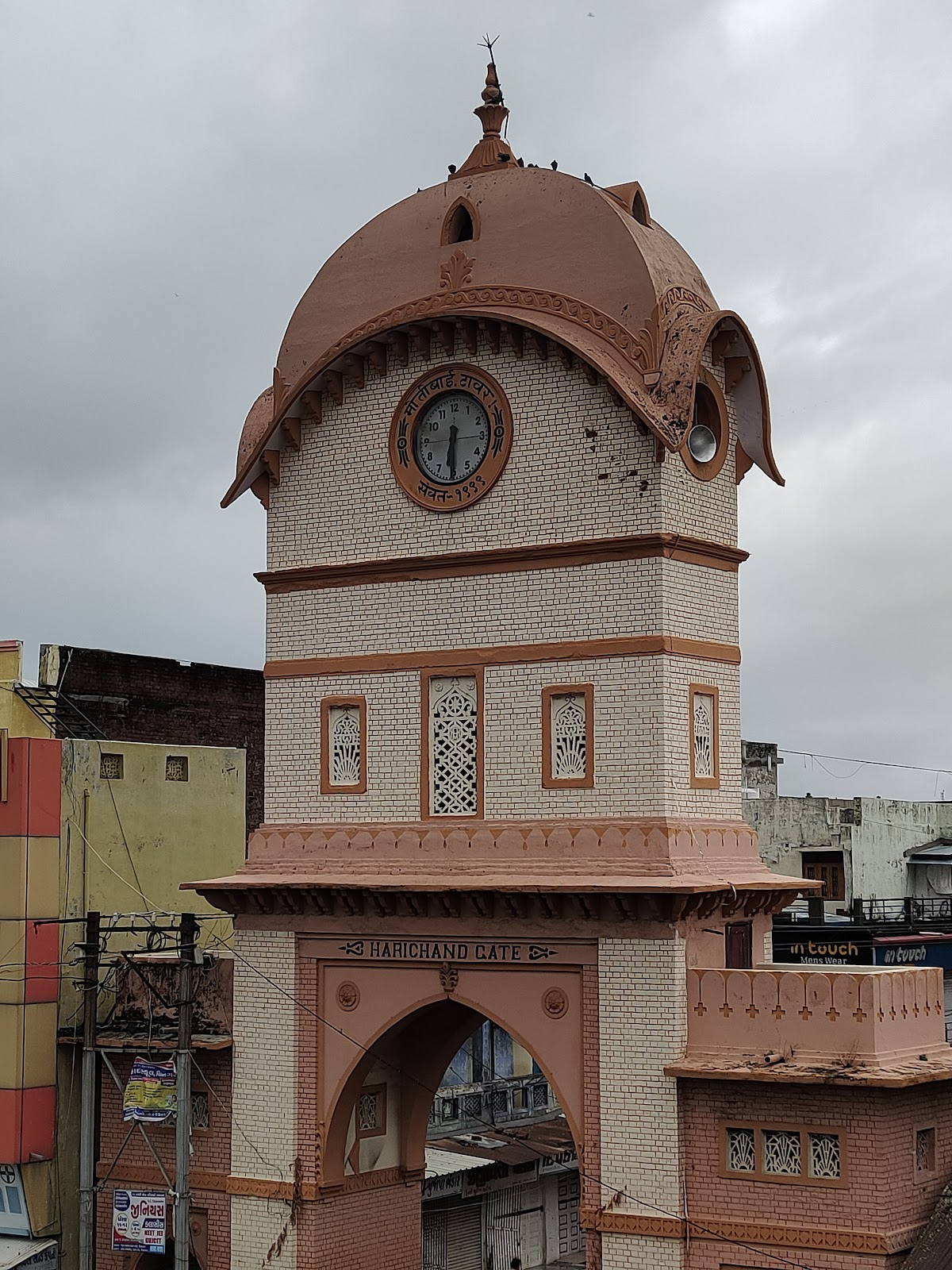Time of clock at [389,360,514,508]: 6:29
